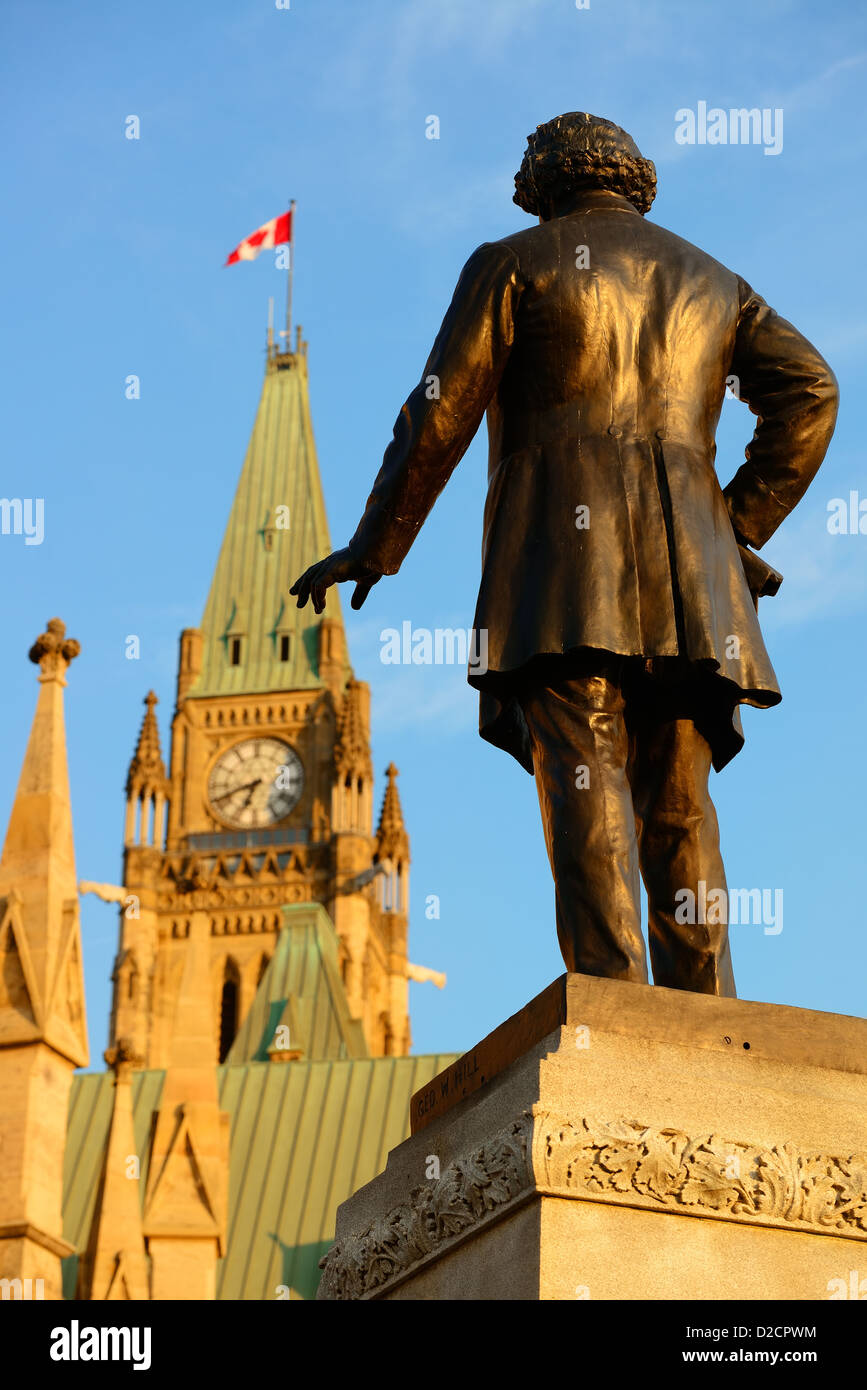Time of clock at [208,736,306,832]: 6:41
